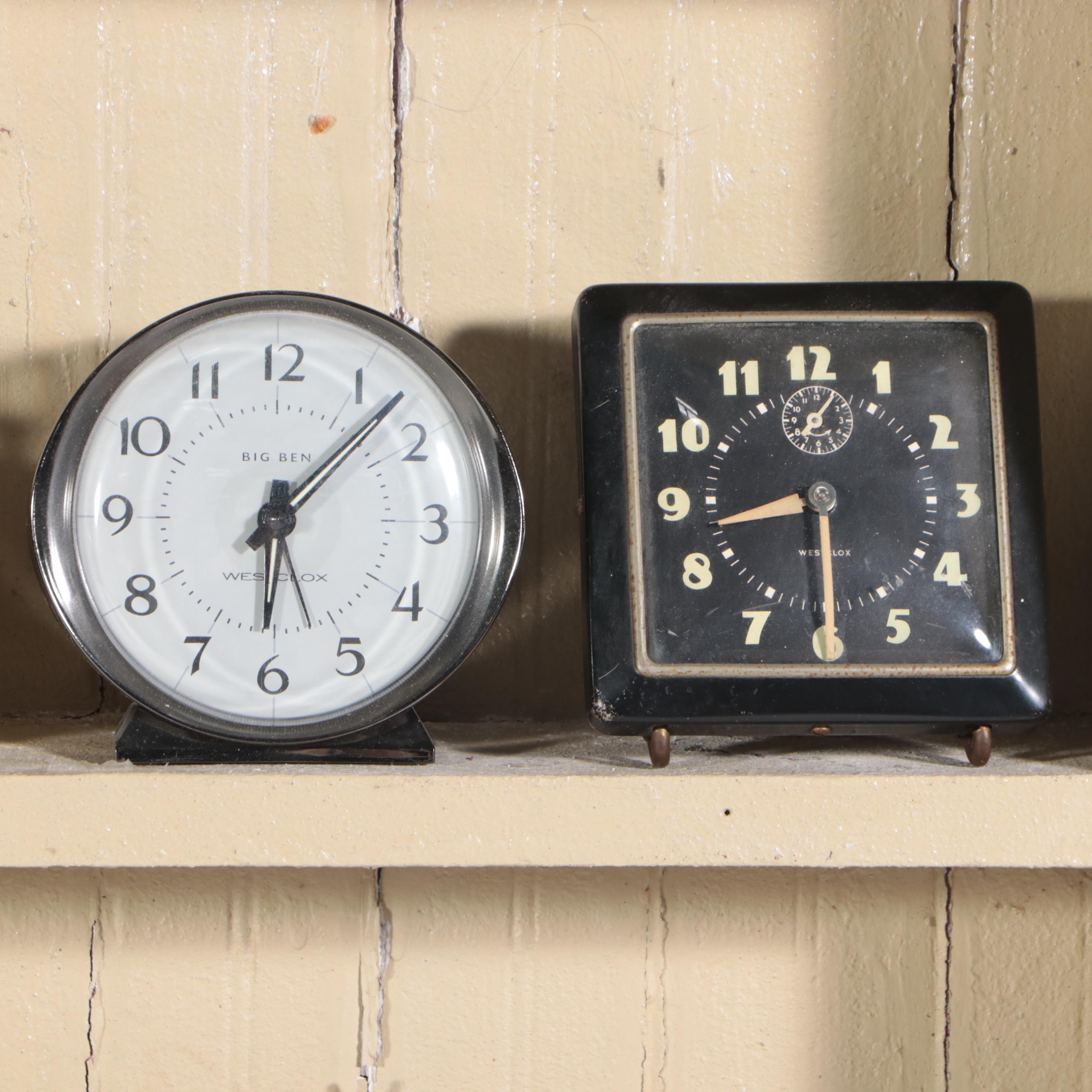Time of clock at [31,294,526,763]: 6:07
